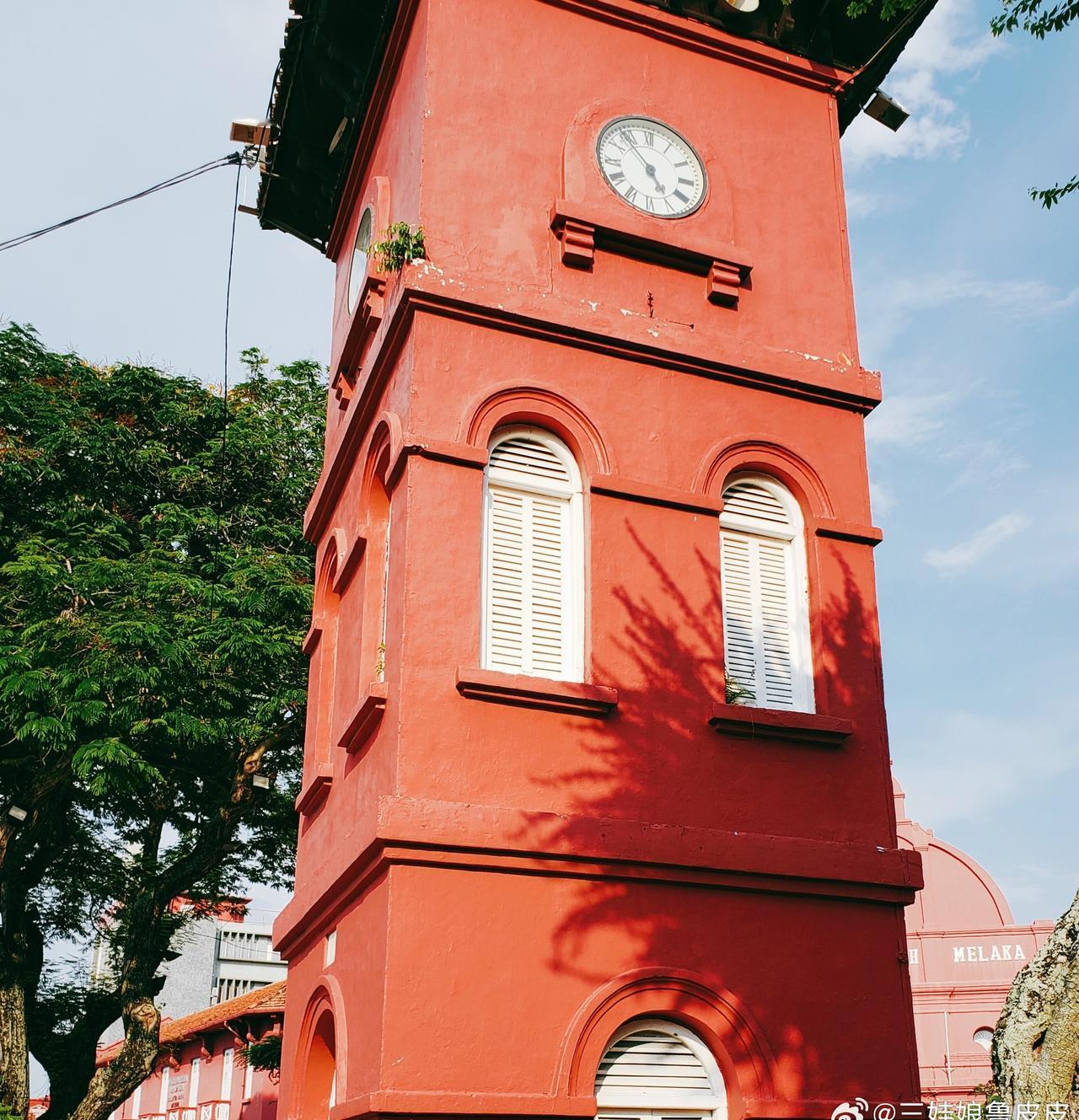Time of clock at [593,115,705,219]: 4:53
